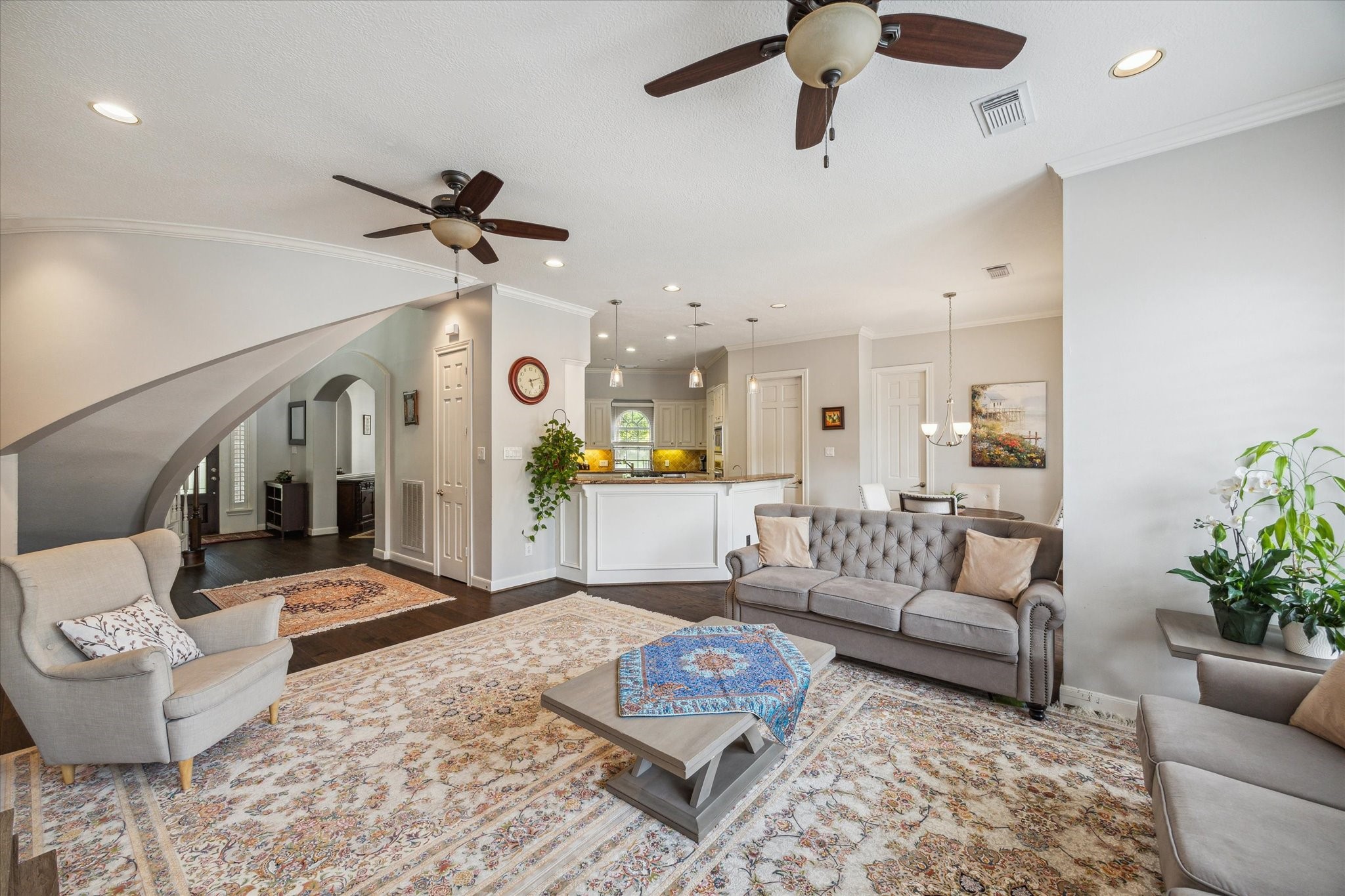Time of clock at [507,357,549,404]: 5:12
